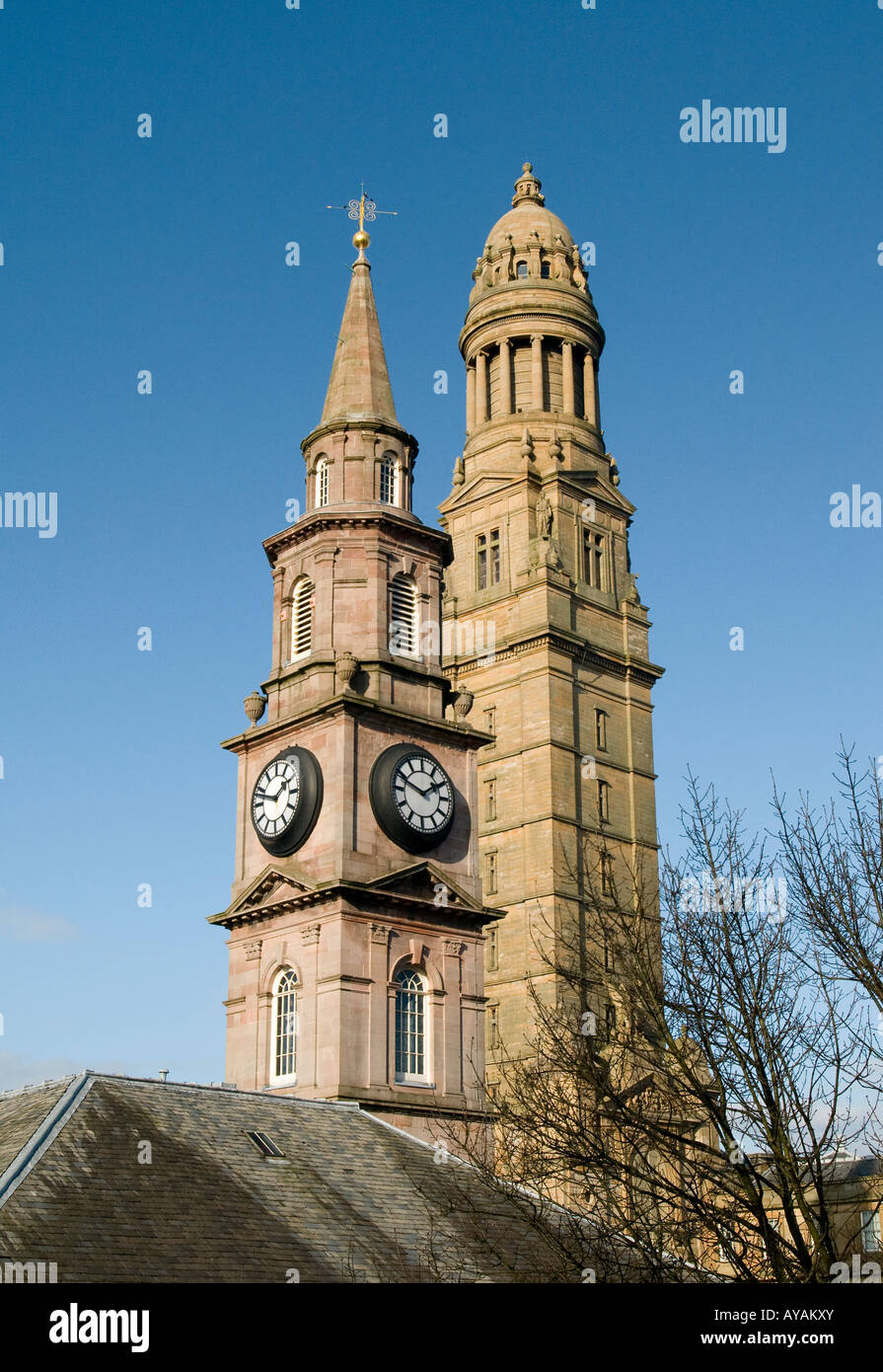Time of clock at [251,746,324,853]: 1:47
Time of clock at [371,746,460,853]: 1:48
